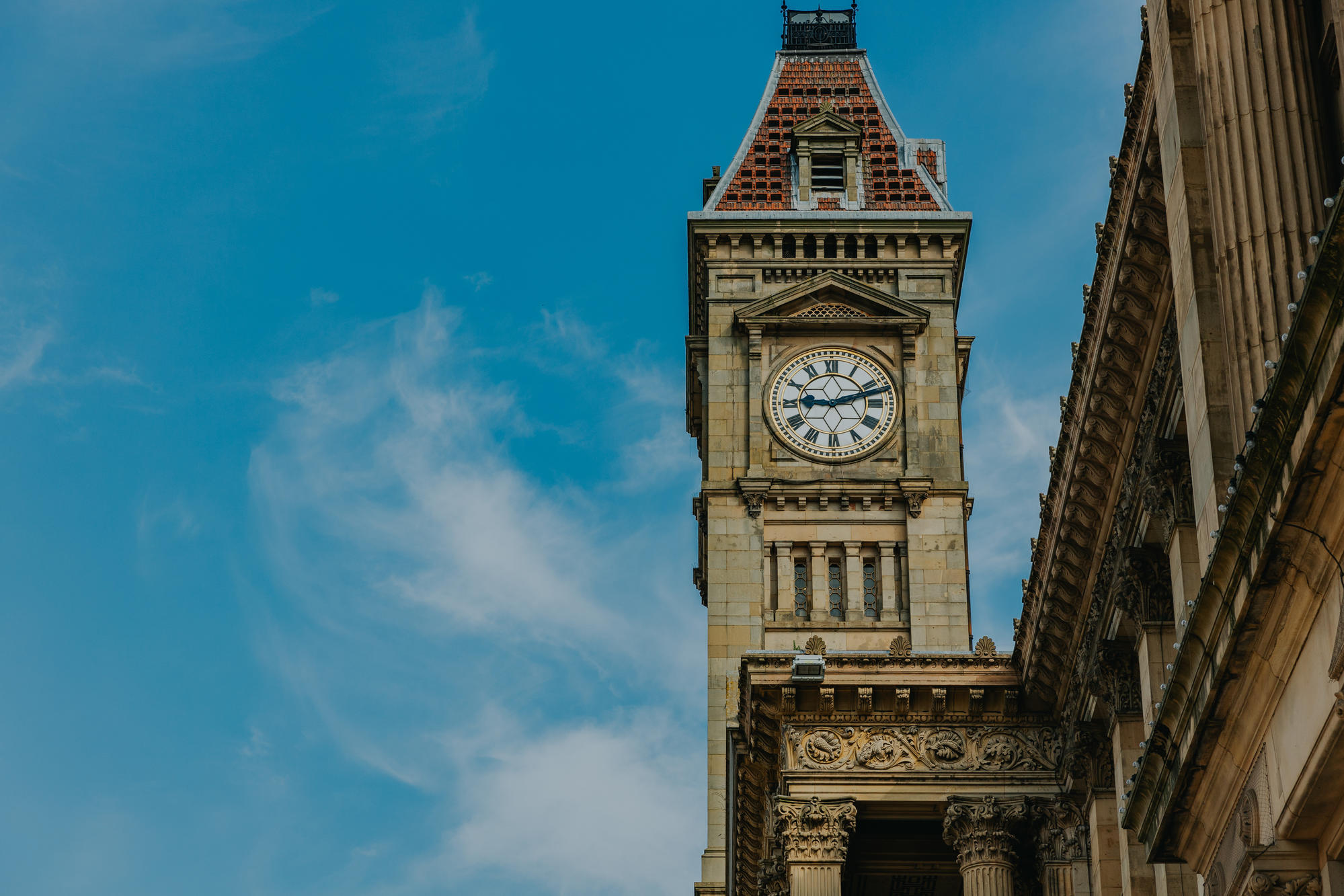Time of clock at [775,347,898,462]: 9:12
